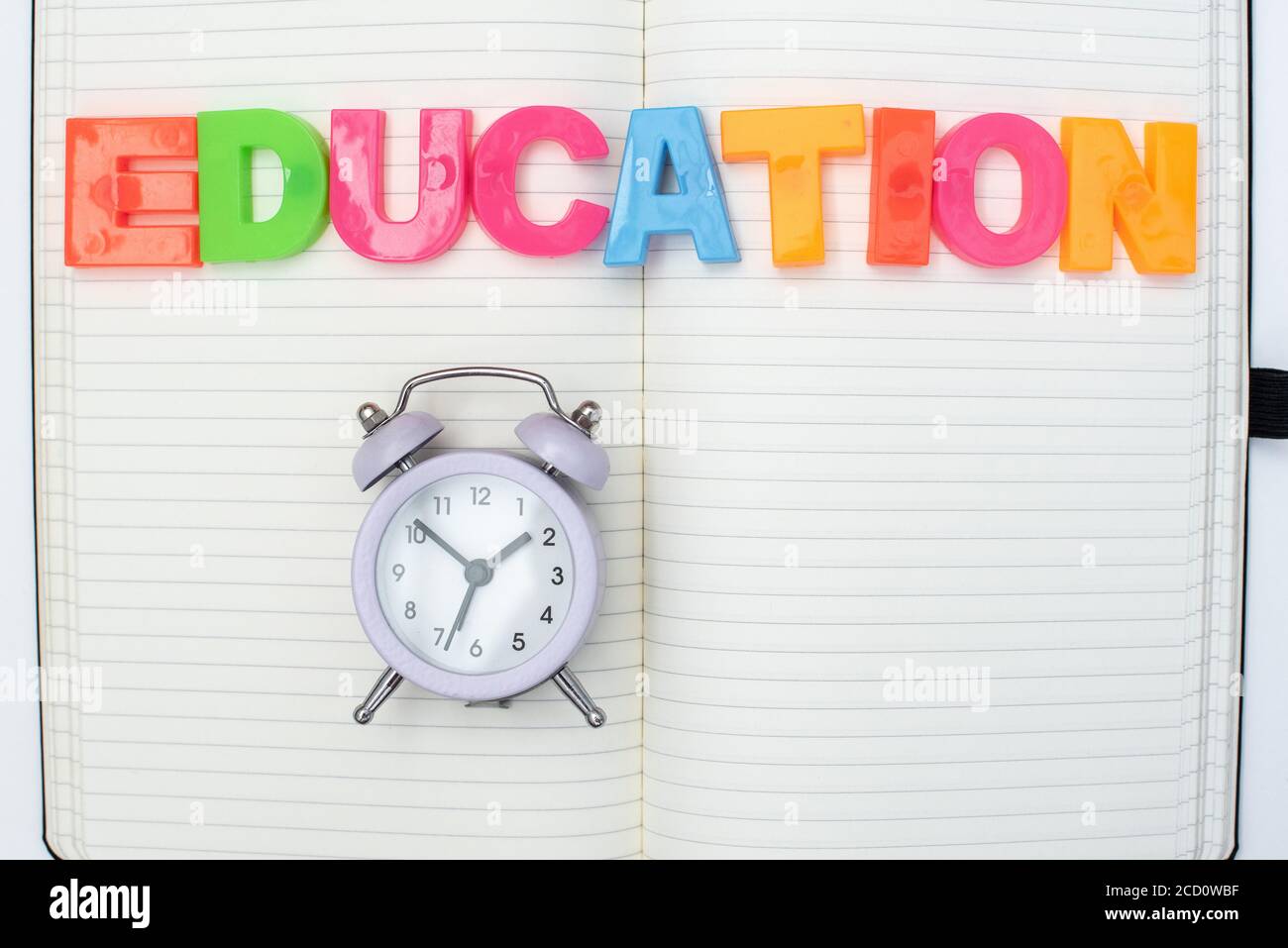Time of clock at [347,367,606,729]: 1:51
